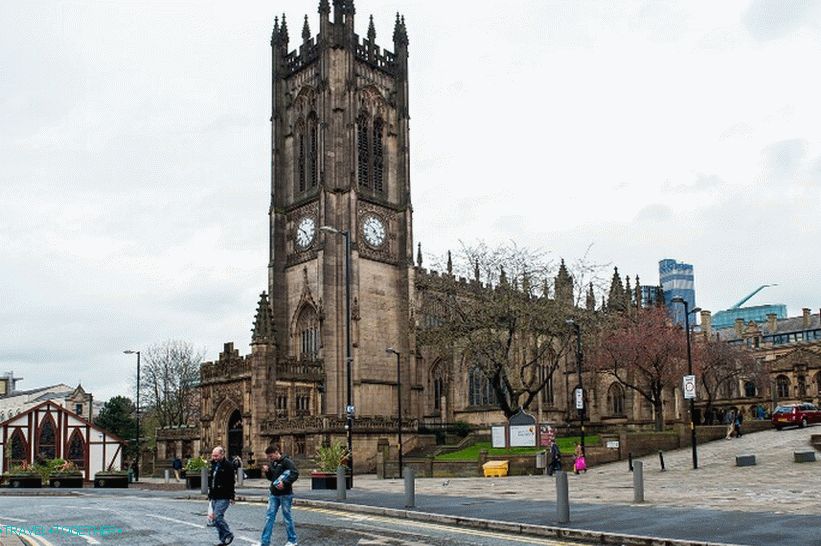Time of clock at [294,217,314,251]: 4:50
